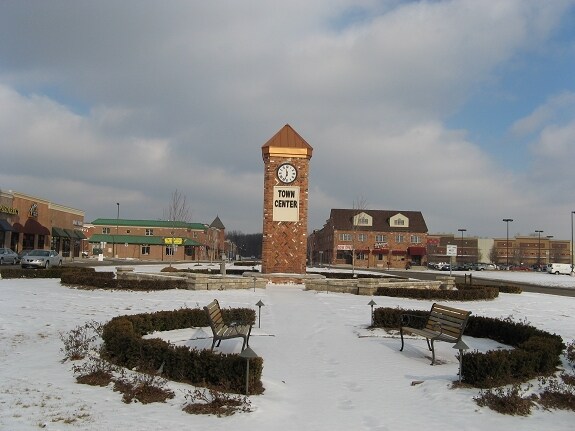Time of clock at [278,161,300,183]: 11:32
